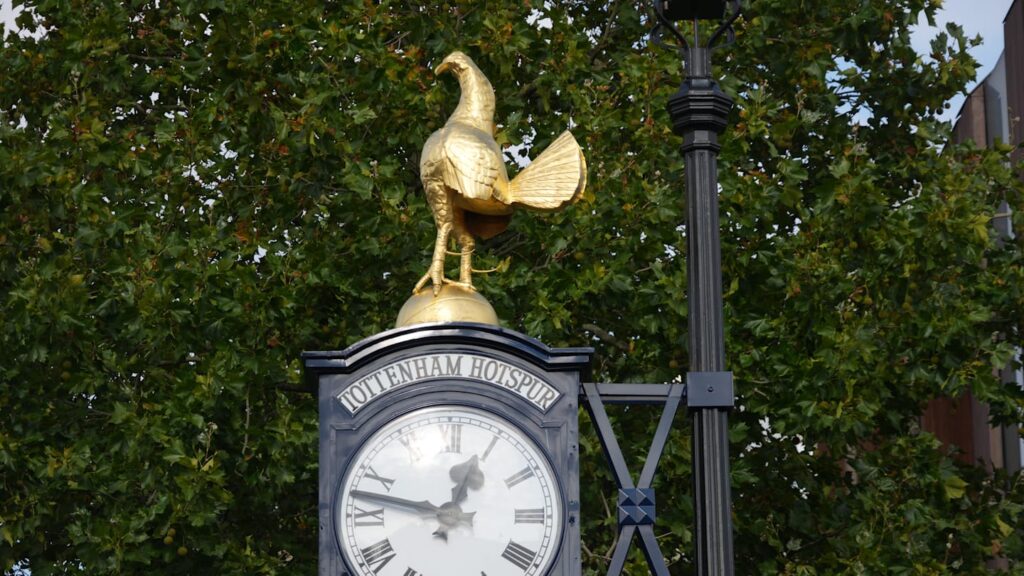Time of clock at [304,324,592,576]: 12:47
